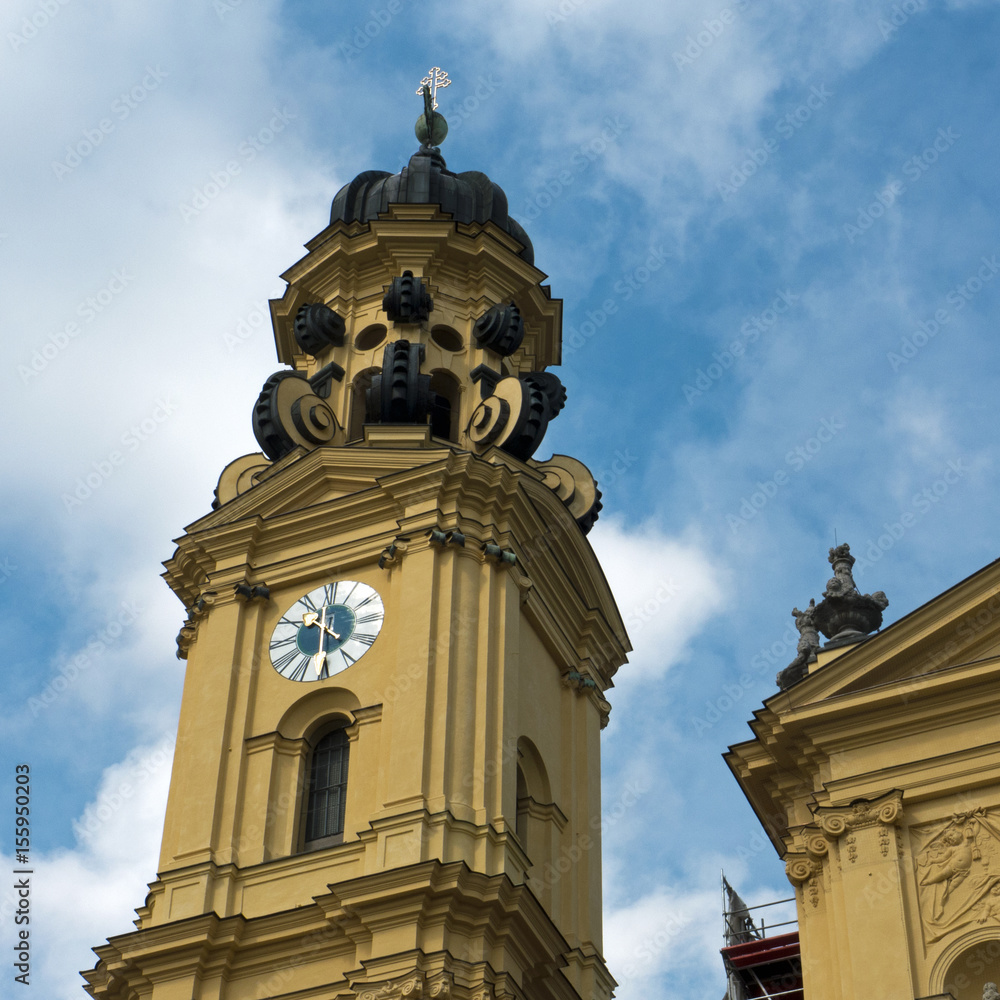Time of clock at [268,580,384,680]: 4:30
